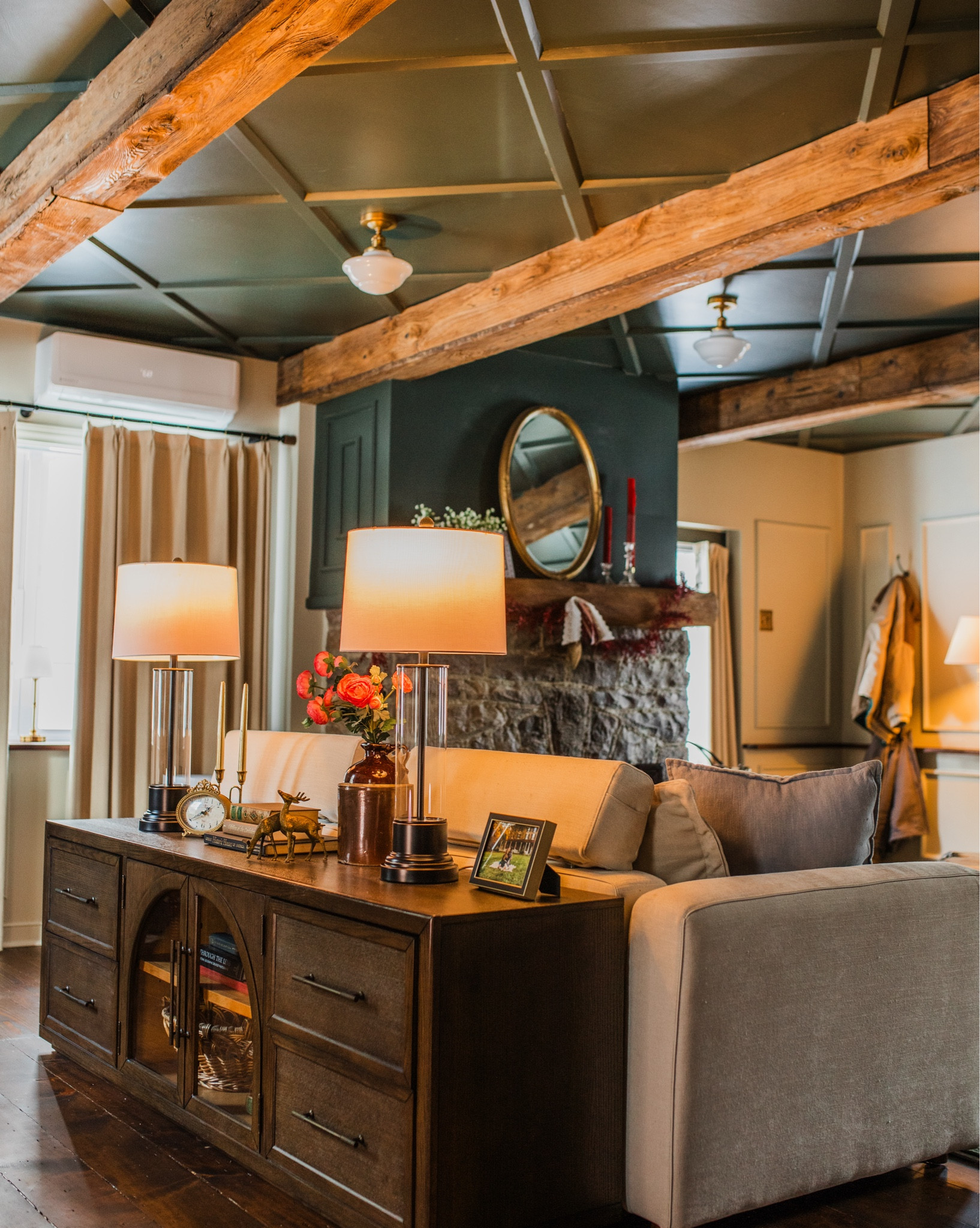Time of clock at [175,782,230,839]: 1:40
